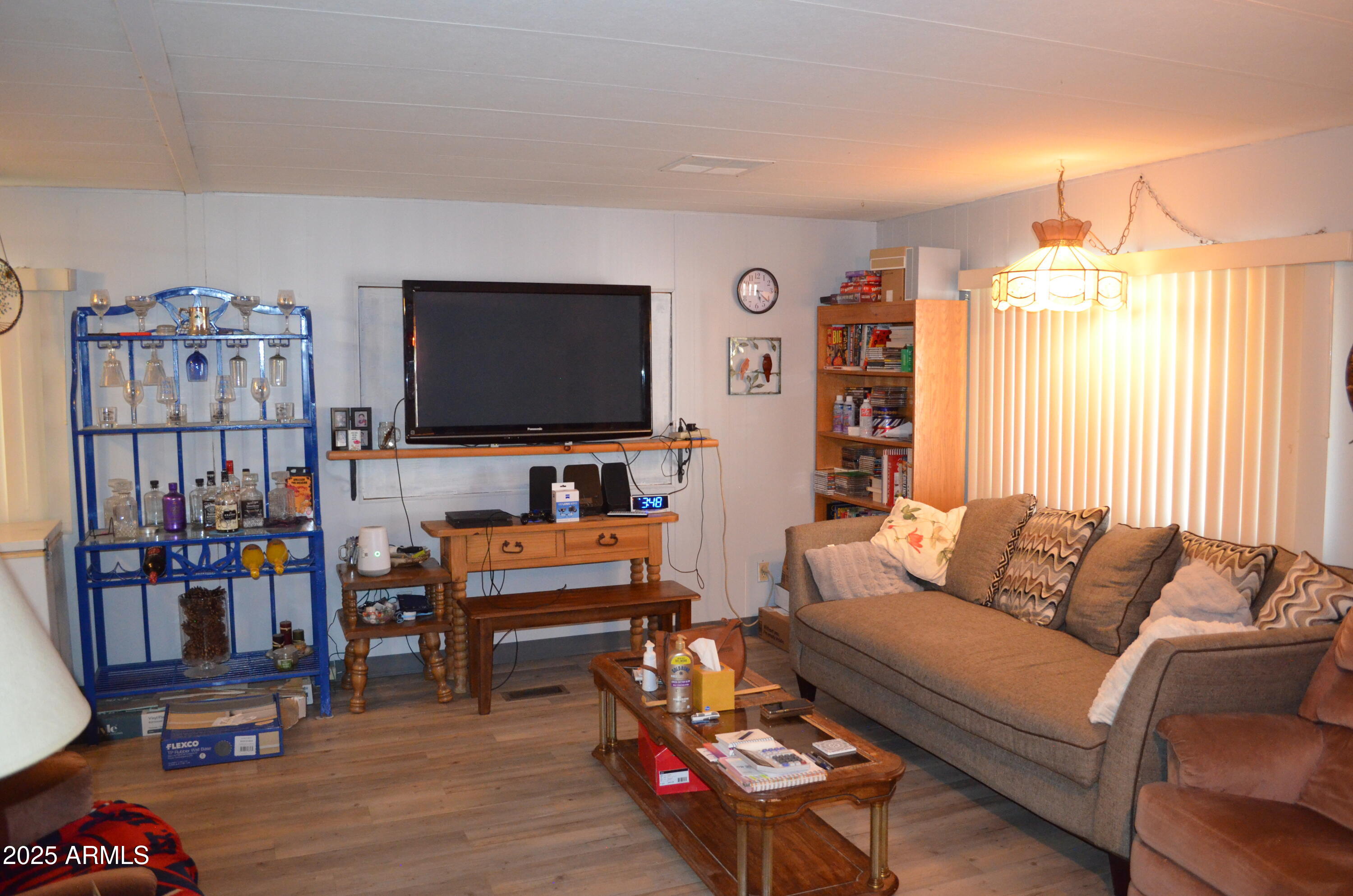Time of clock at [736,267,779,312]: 5:21
